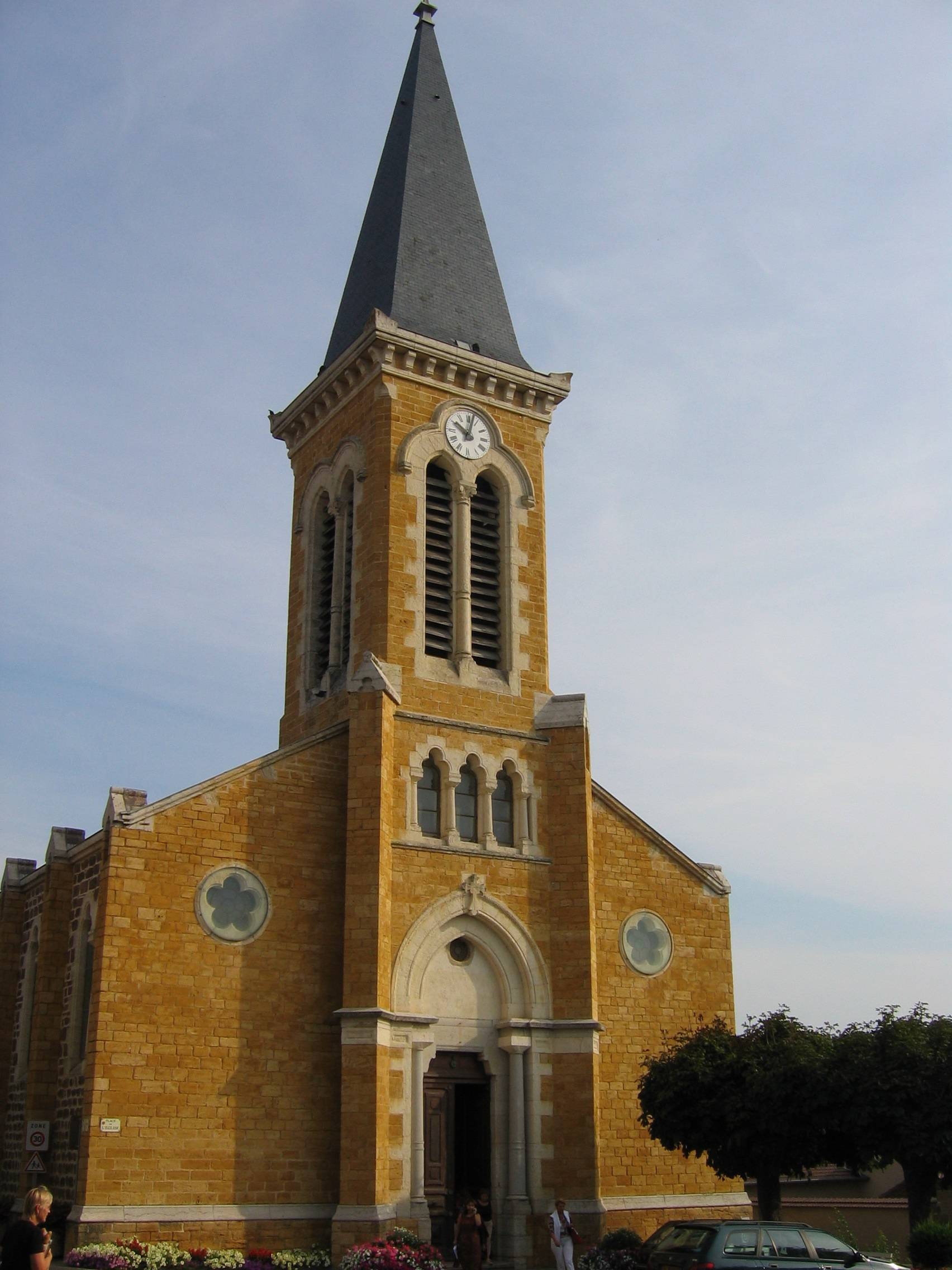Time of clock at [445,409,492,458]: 10:02
